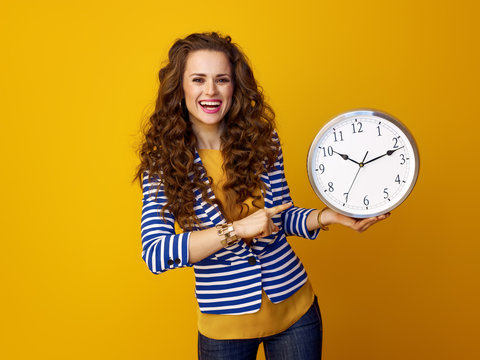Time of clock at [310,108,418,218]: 10:12
